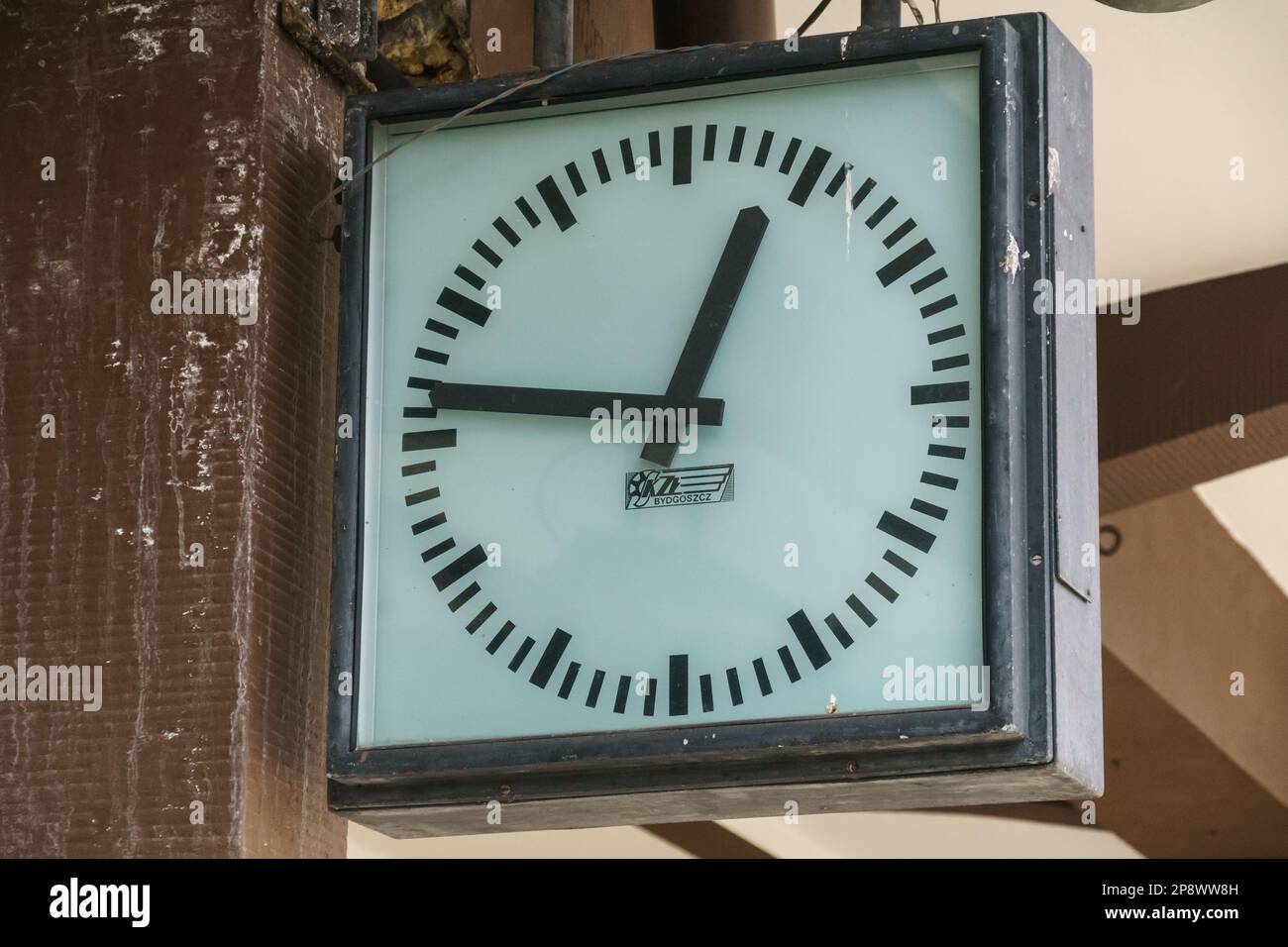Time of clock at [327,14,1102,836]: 12:46
